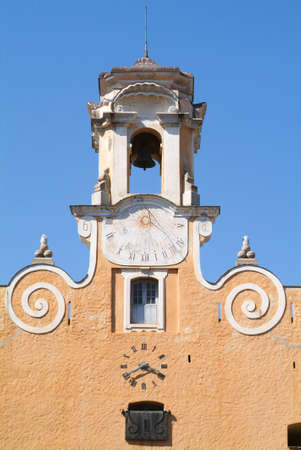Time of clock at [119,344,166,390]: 3:40
